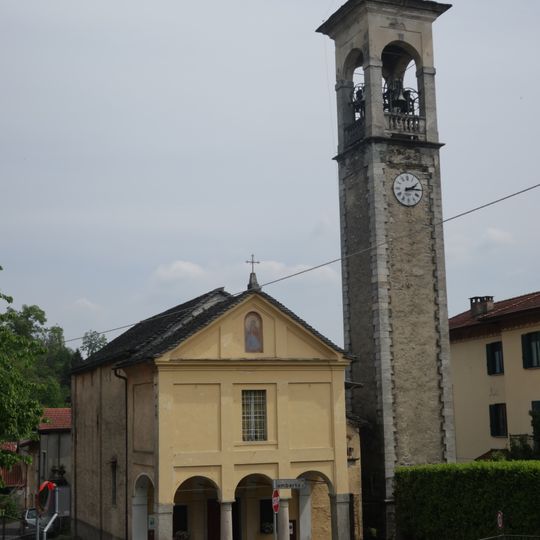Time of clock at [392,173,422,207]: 2:15
